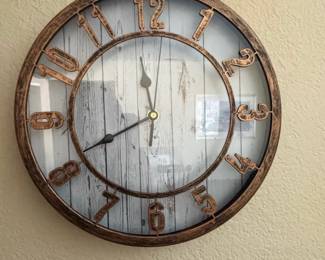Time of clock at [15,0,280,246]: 11:40
